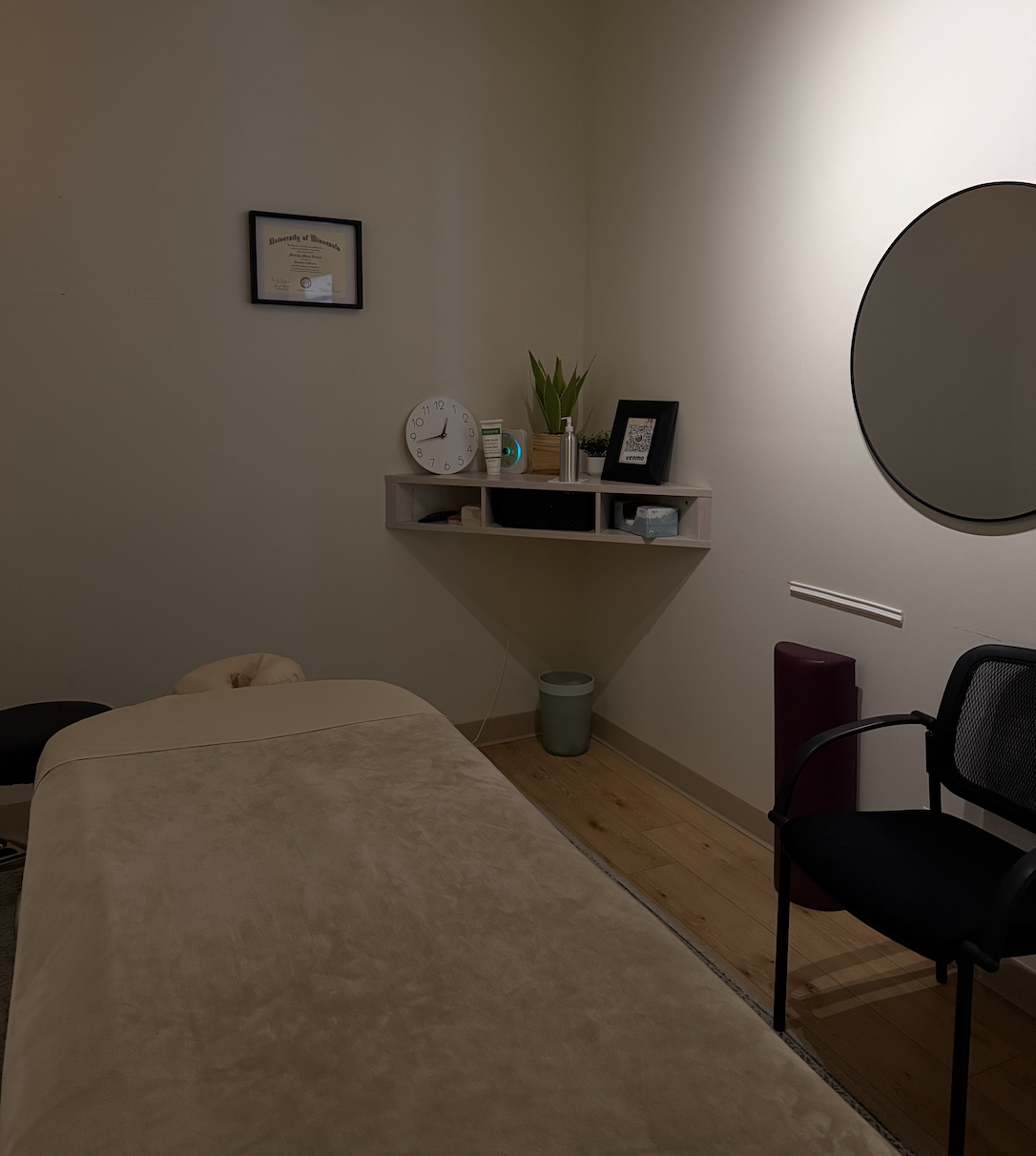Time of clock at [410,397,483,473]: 12:43
